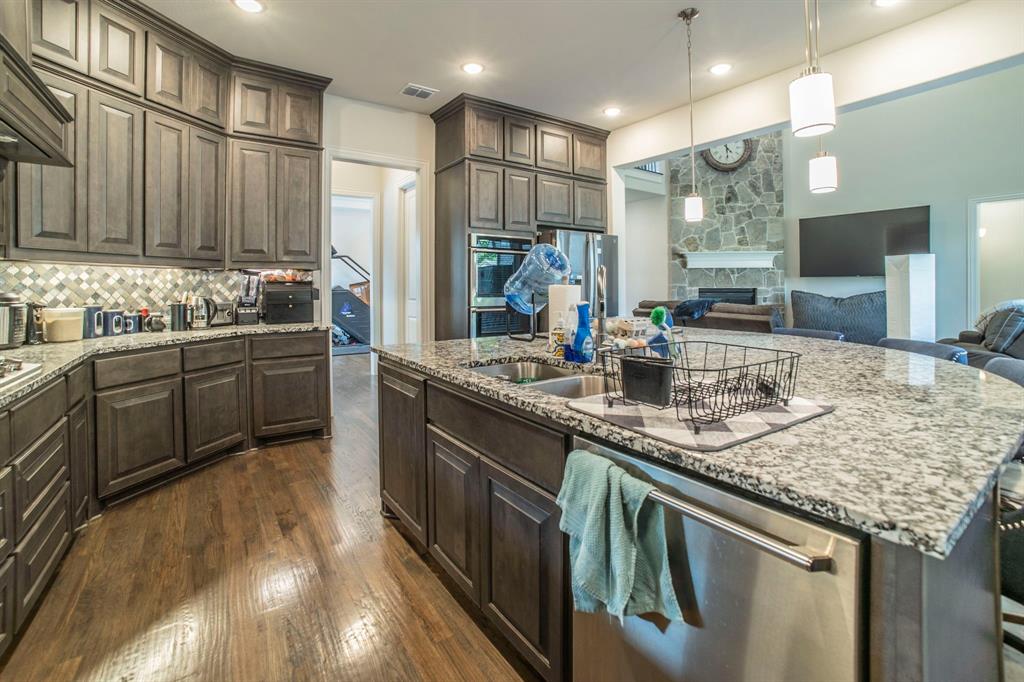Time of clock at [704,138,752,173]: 4:28
